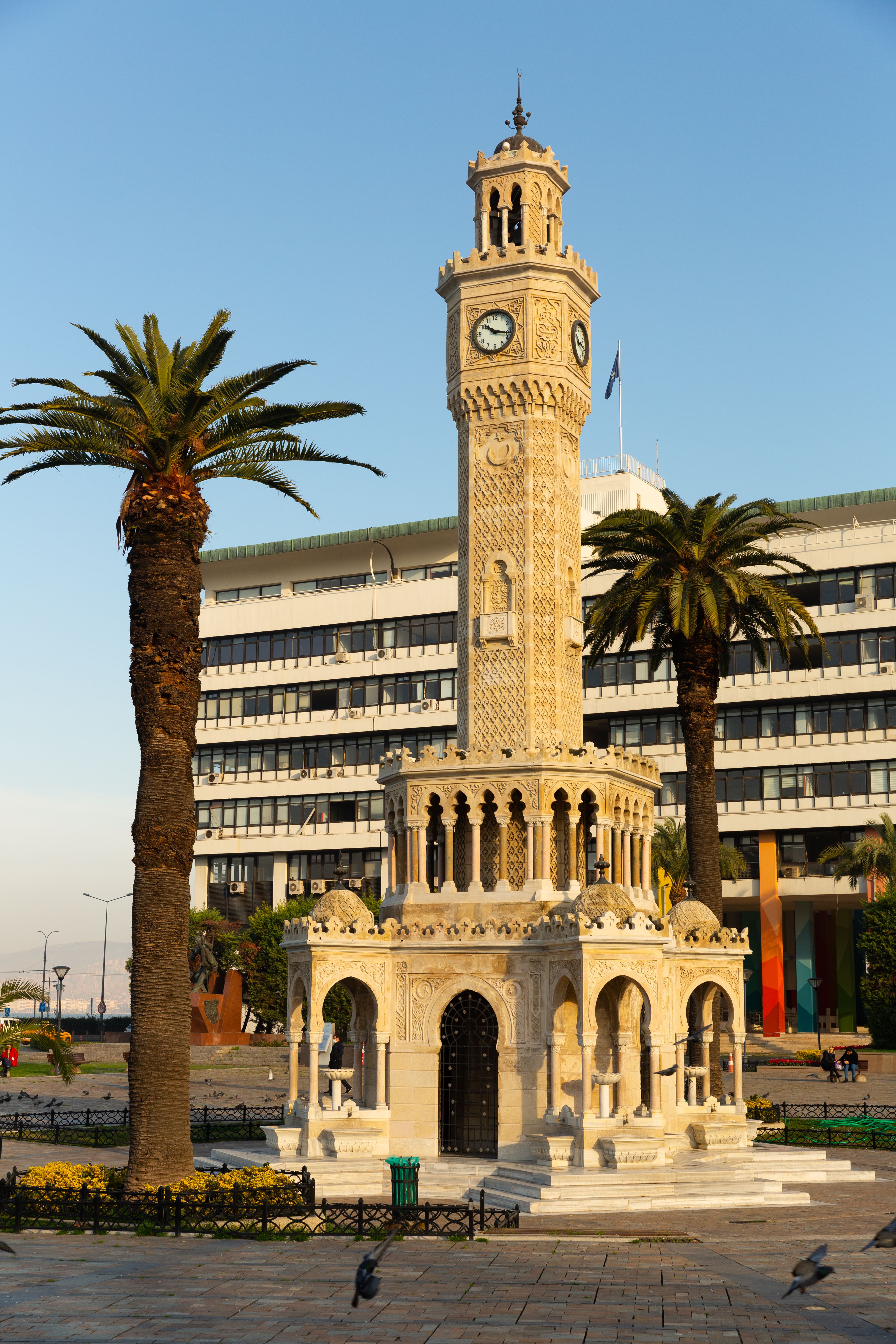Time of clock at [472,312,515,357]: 10:17
